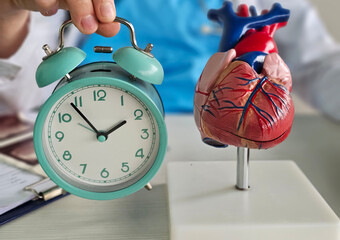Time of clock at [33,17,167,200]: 1:53
